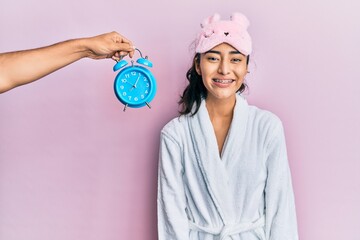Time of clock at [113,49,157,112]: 10:05
